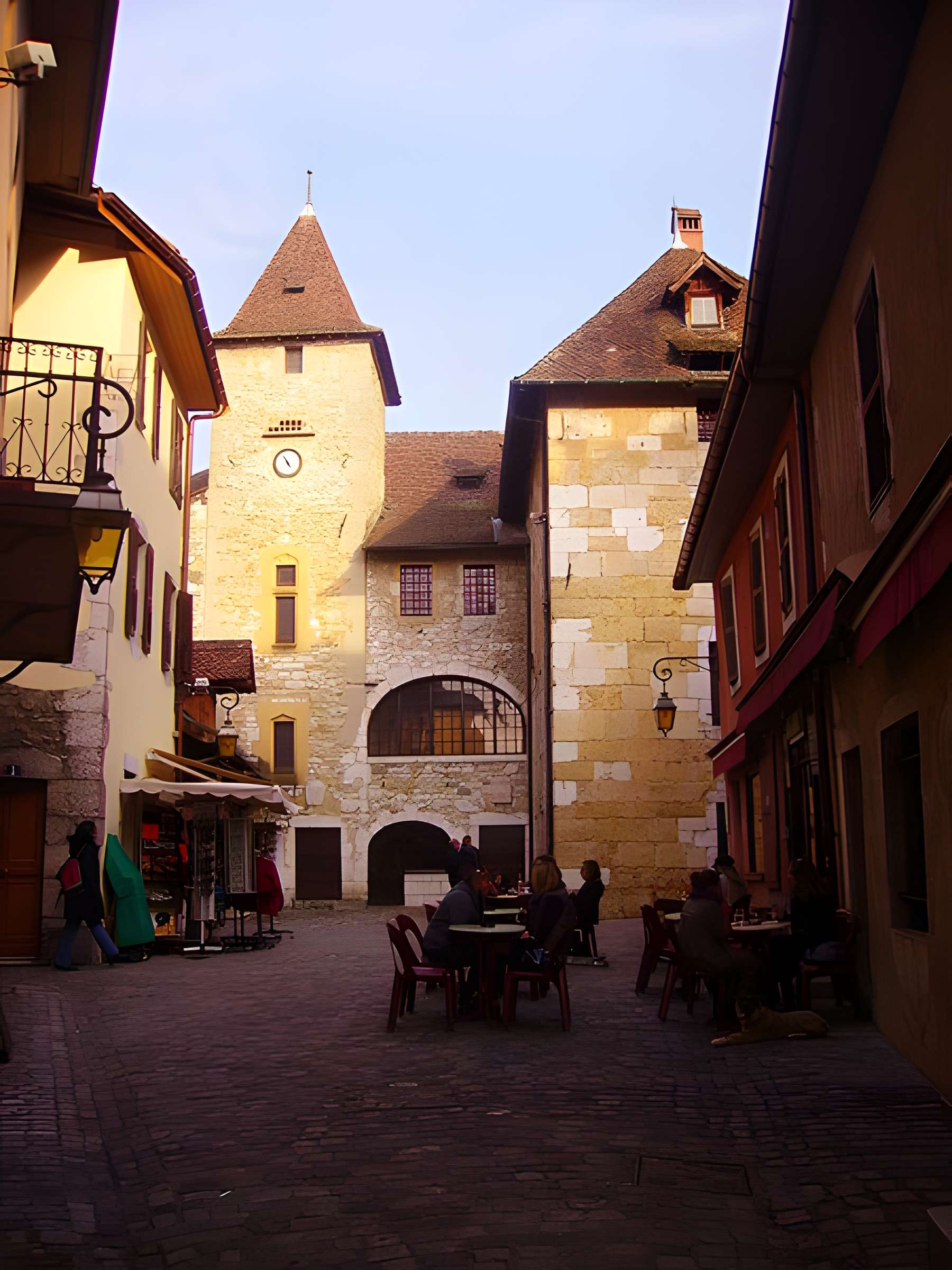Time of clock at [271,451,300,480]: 4:54
